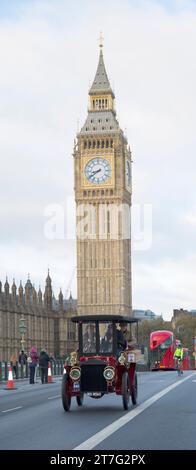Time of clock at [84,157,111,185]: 8:39
